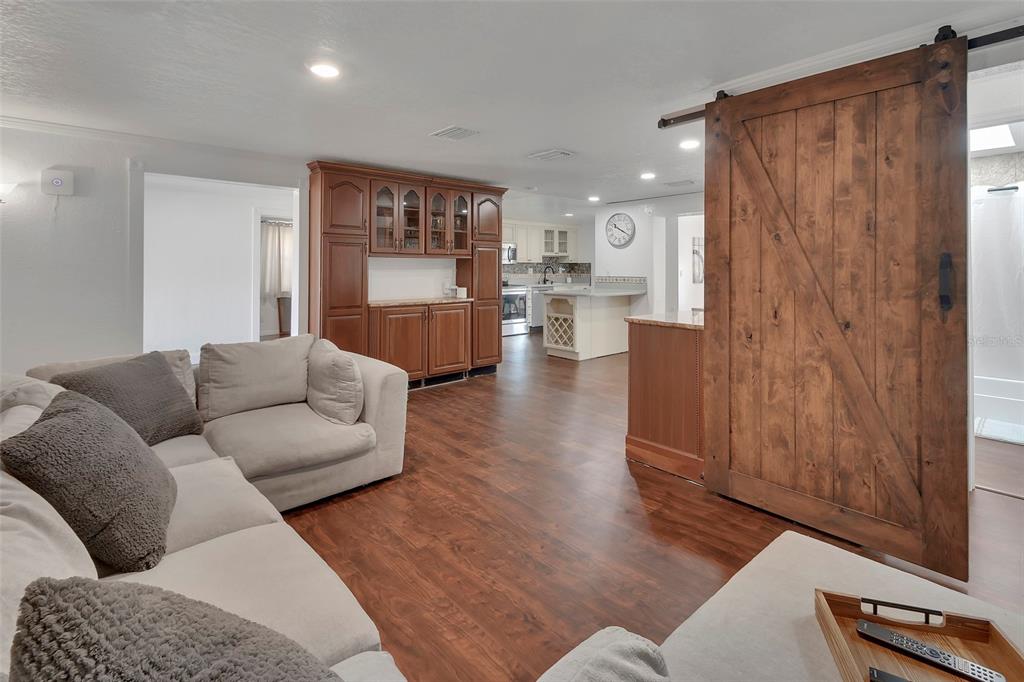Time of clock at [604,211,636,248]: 10:19
